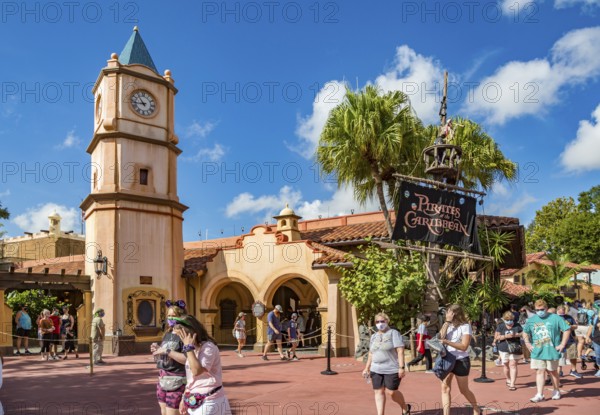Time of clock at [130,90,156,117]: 10:43
